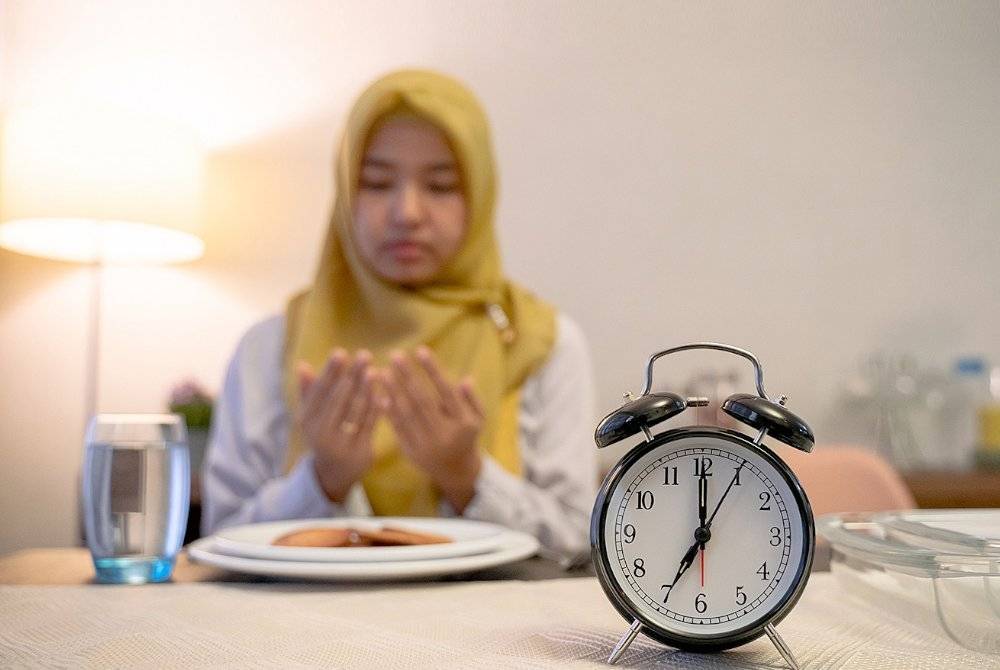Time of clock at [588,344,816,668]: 7:00
